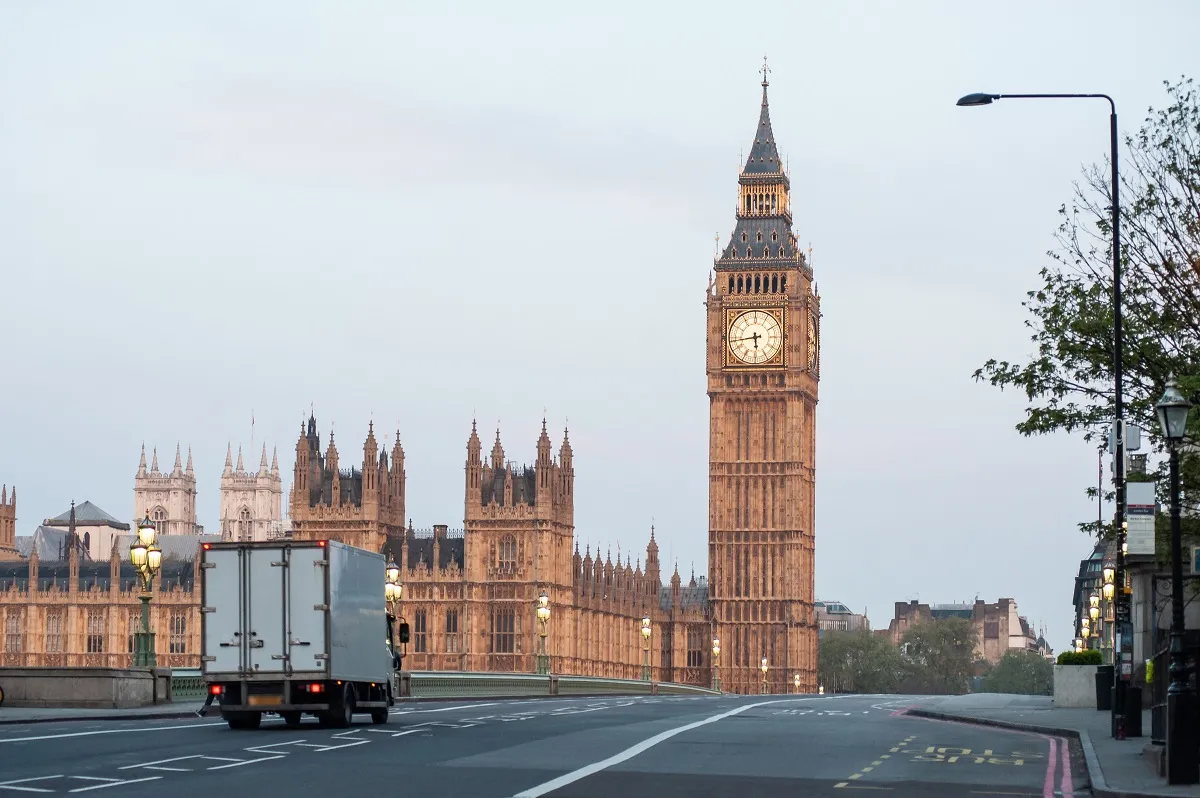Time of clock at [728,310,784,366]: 5:43
